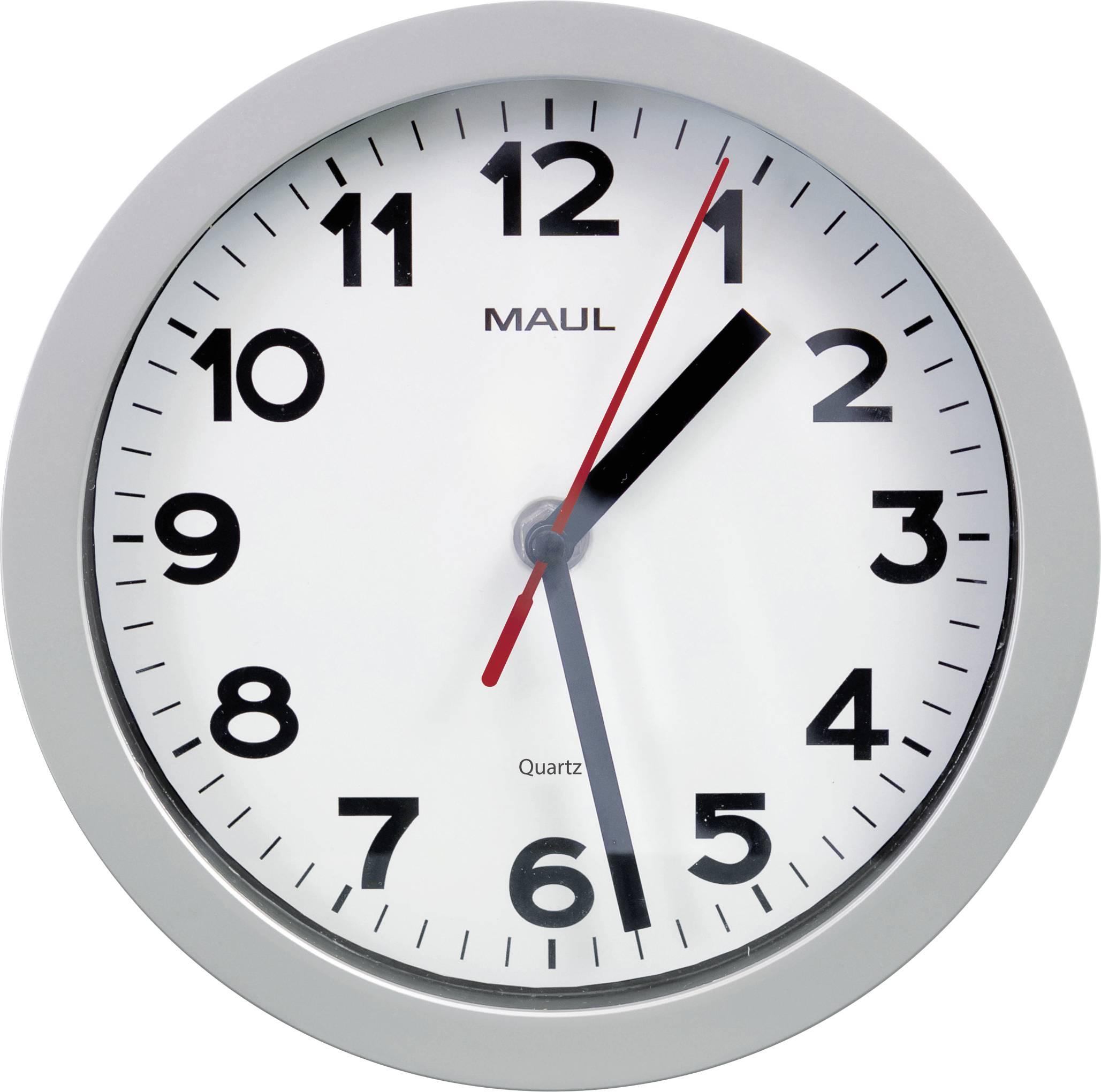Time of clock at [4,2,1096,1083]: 1:28
